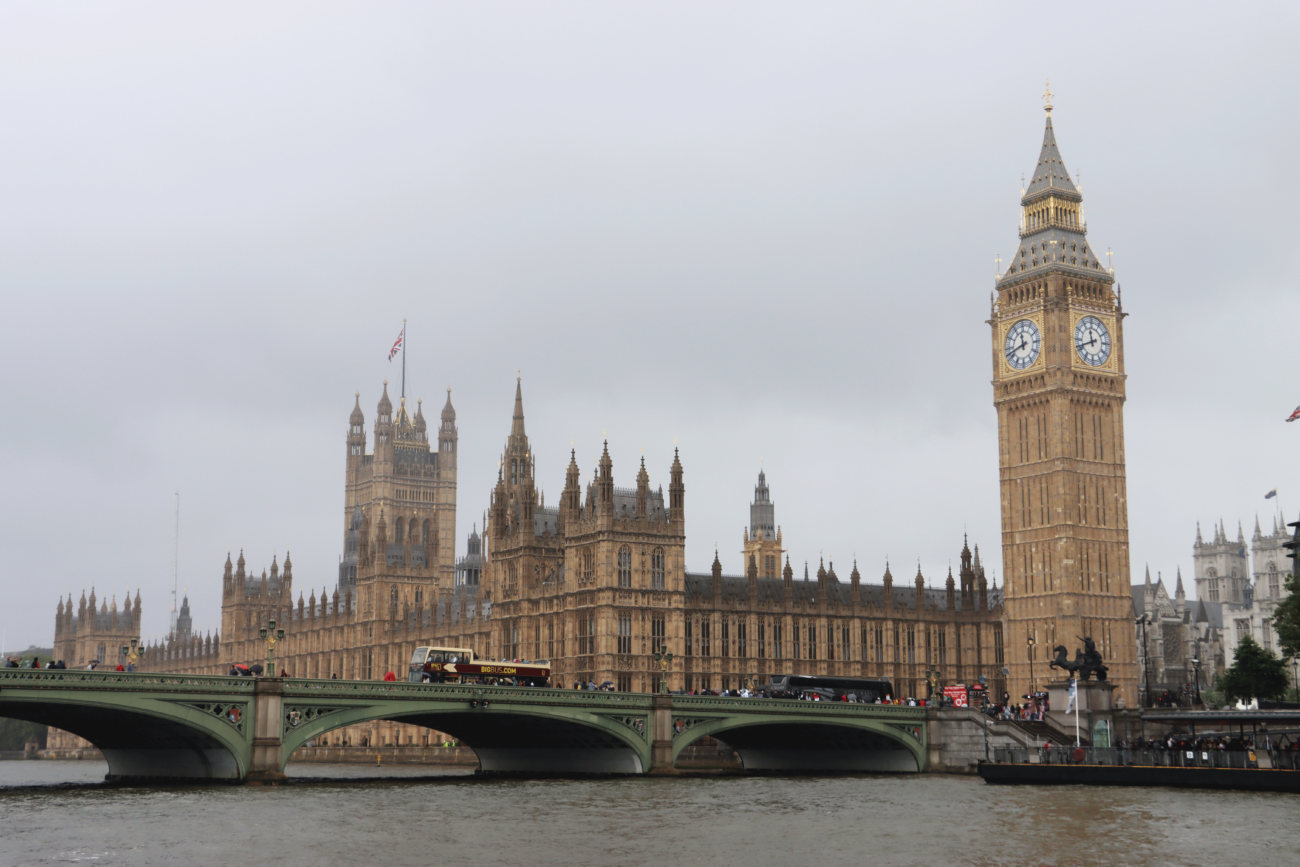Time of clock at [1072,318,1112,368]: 11:41
